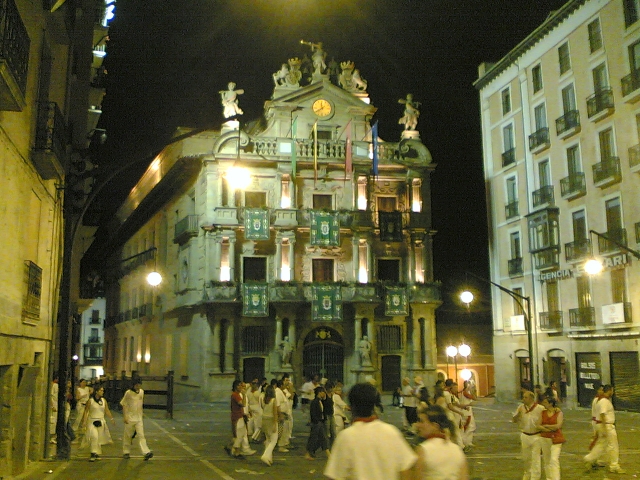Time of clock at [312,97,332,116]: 11:38
